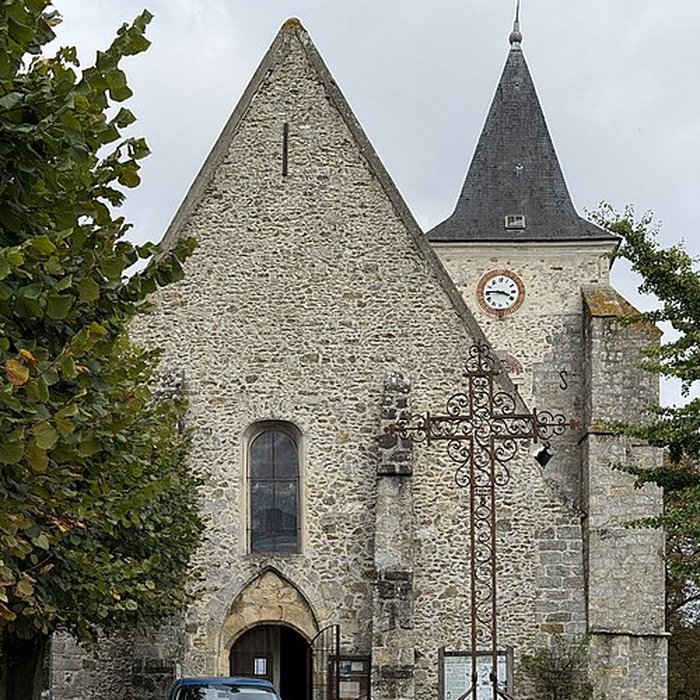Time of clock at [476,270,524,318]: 3:45
